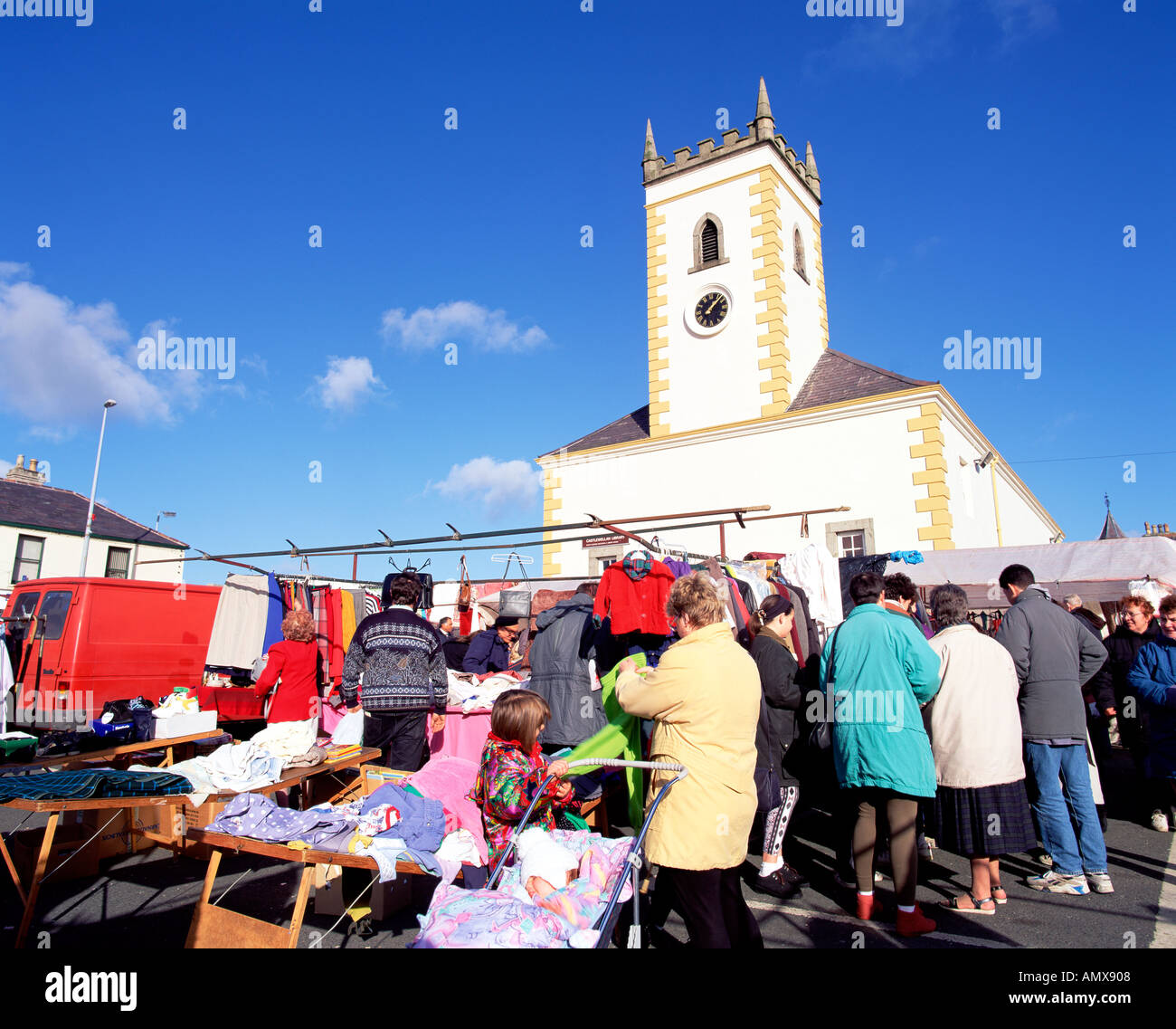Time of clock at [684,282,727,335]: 1:07
